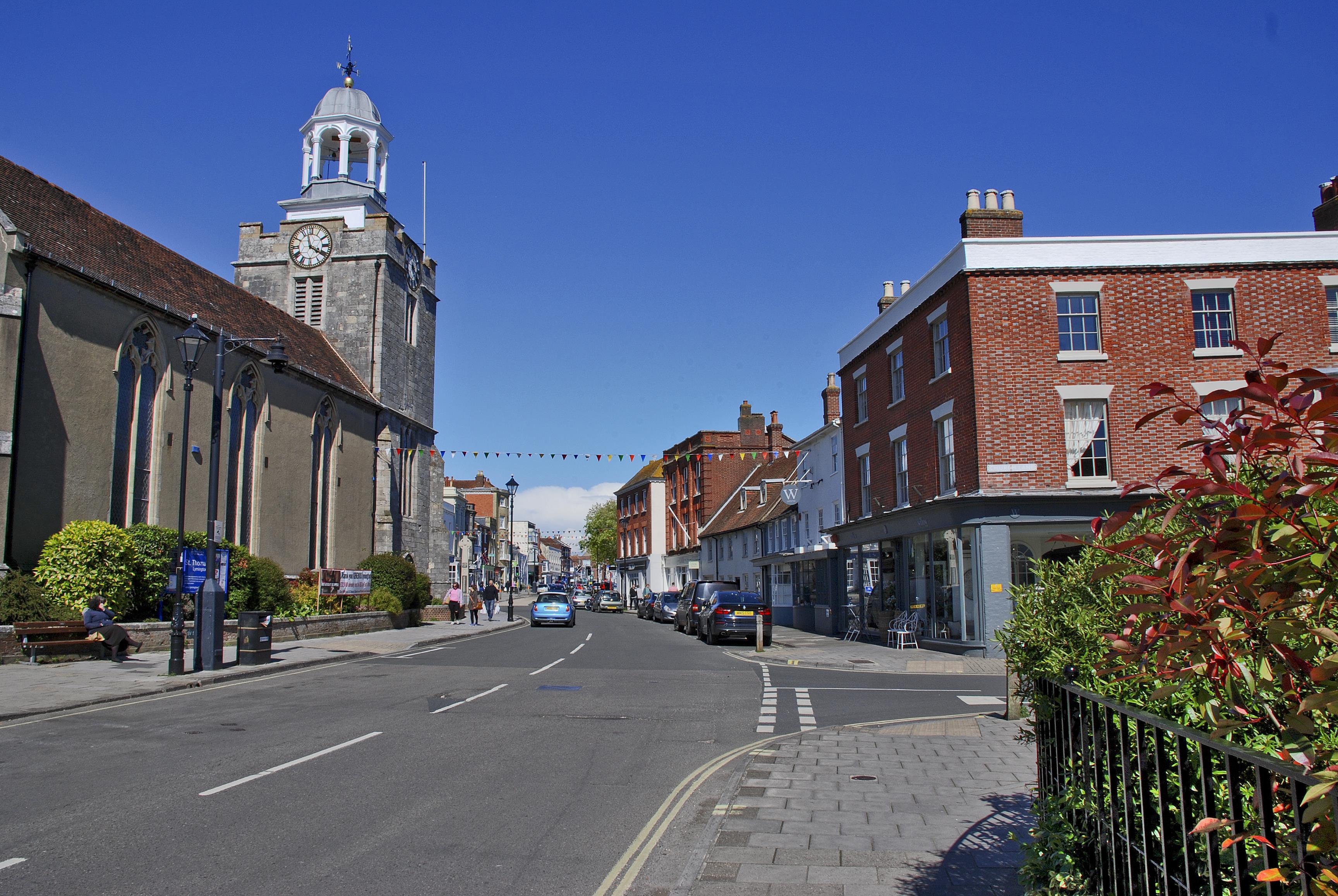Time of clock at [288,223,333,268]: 3:57
